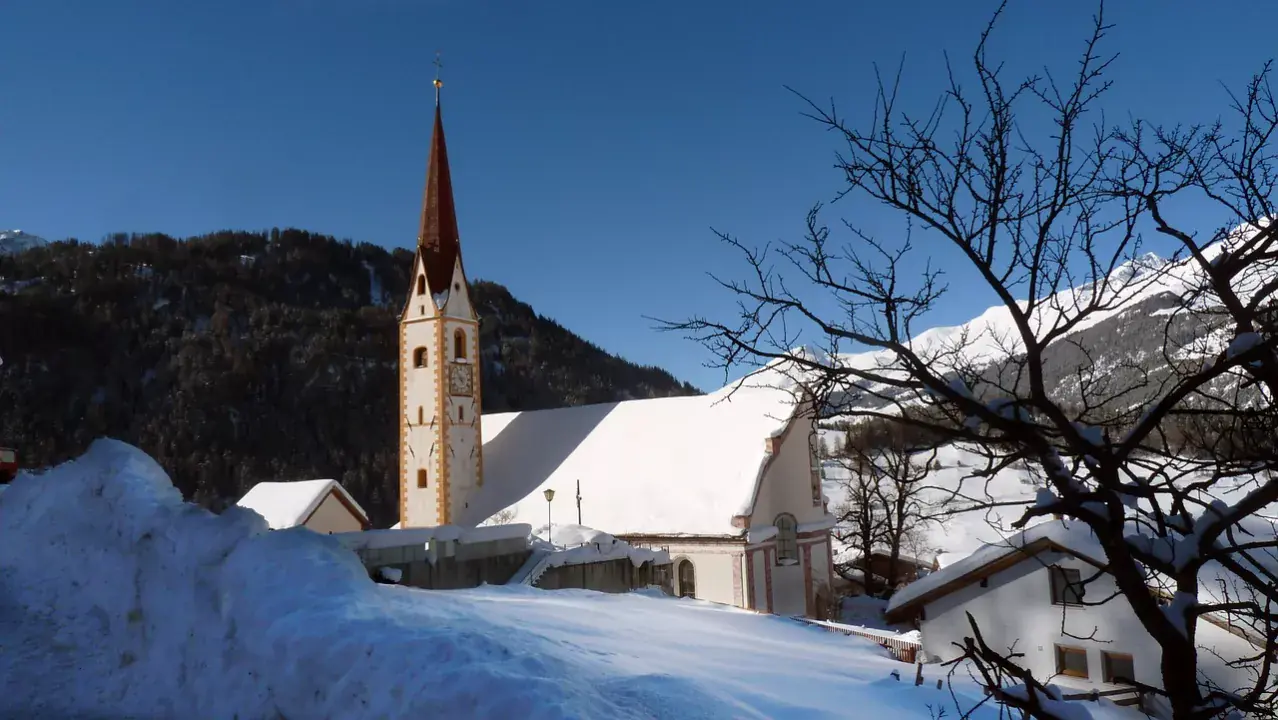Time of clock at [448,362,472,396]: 4:52
